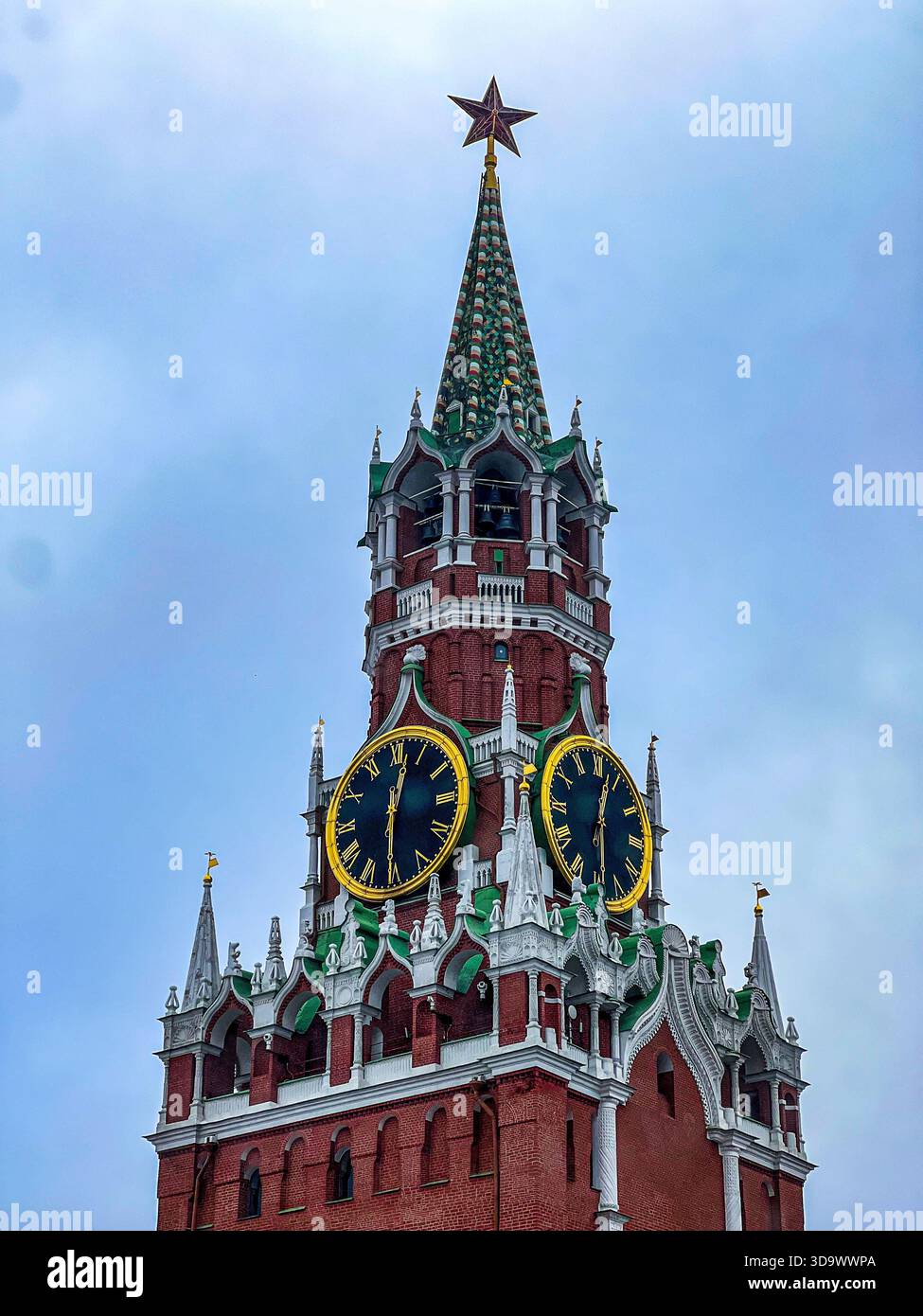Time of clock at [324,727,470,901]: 12:30
